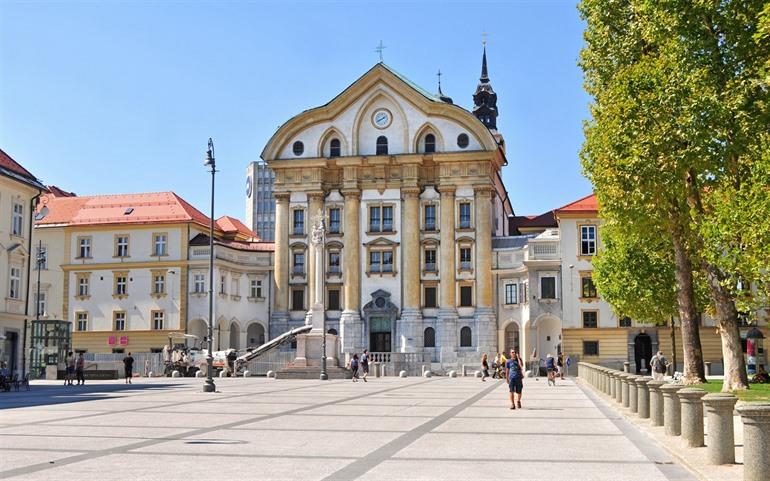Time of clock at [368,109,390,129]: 1:40
